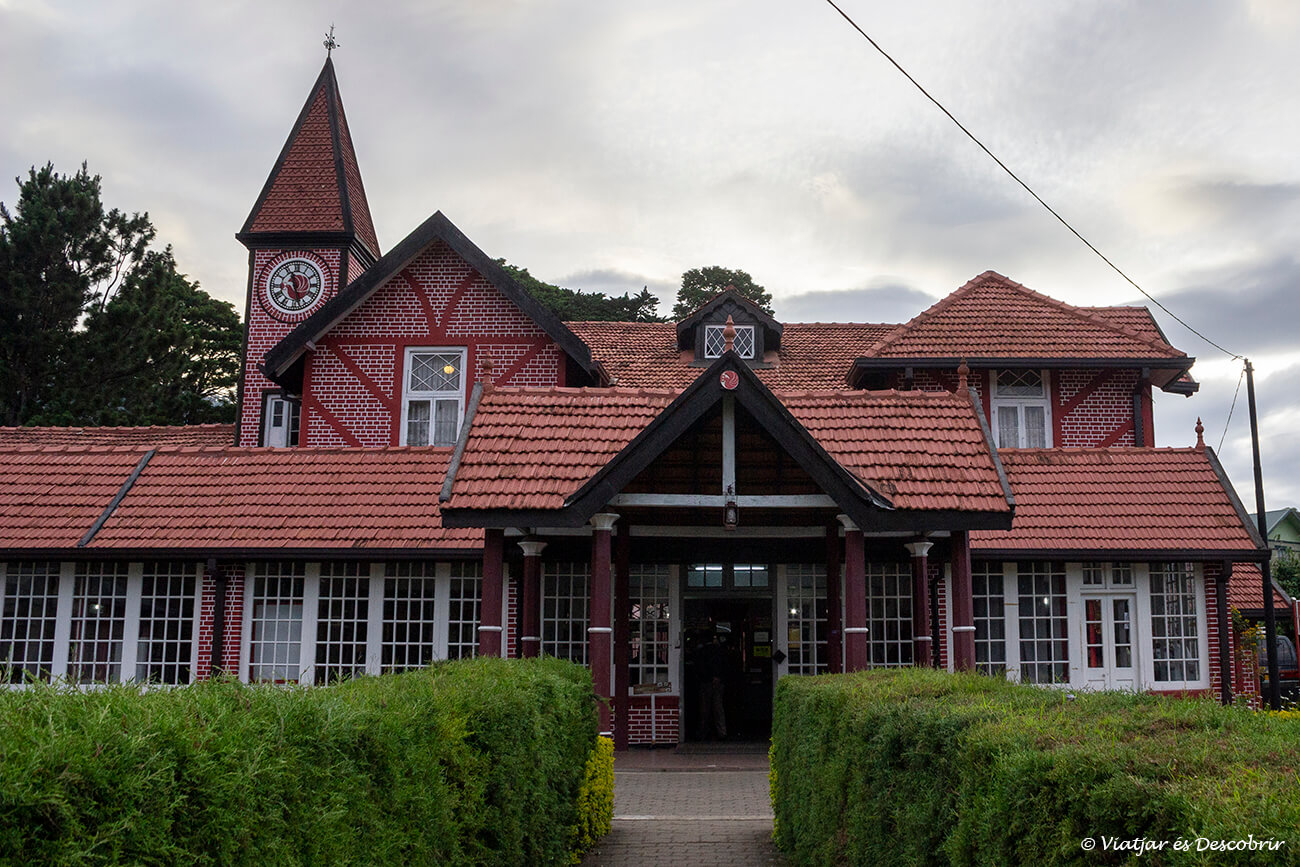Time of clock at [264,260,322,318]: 11:27
